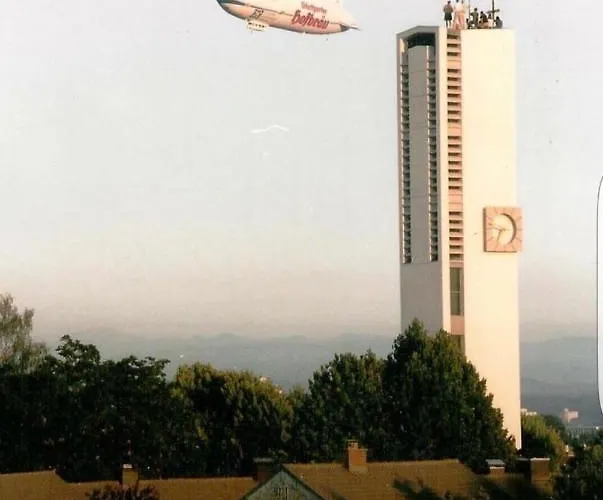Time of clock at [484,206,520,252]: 6:47
